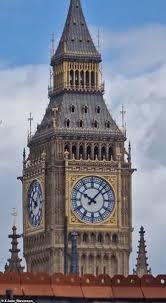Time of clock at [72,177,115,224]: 10:07
